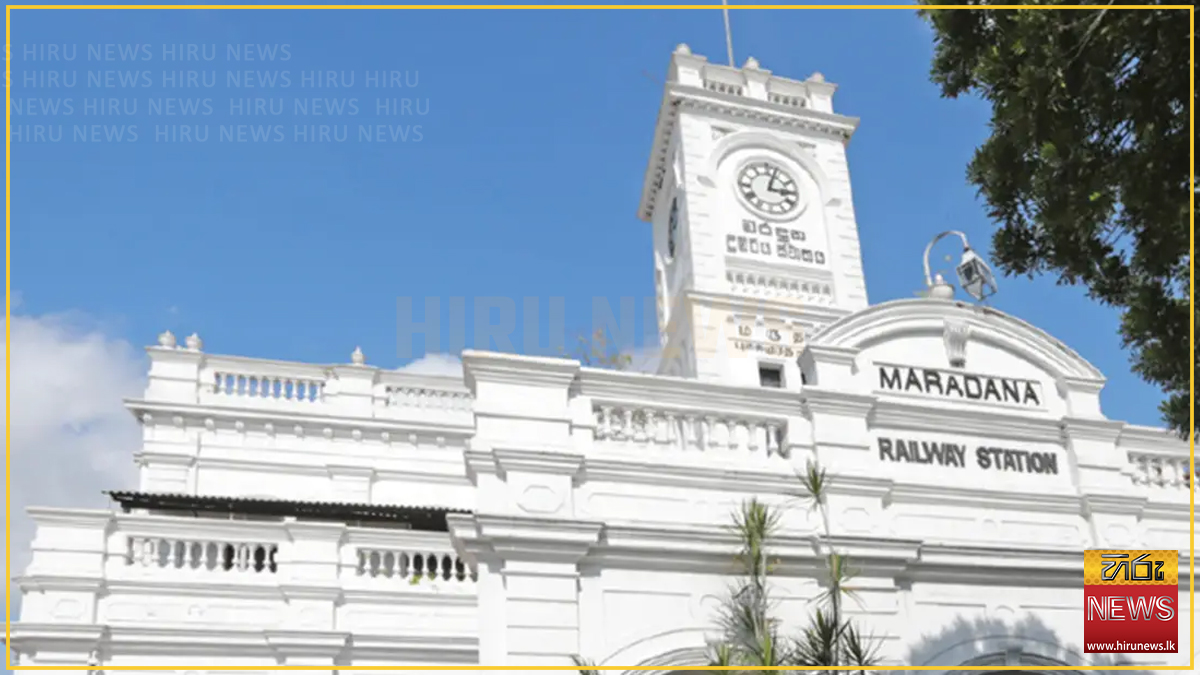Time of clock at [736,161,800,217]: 3:03
